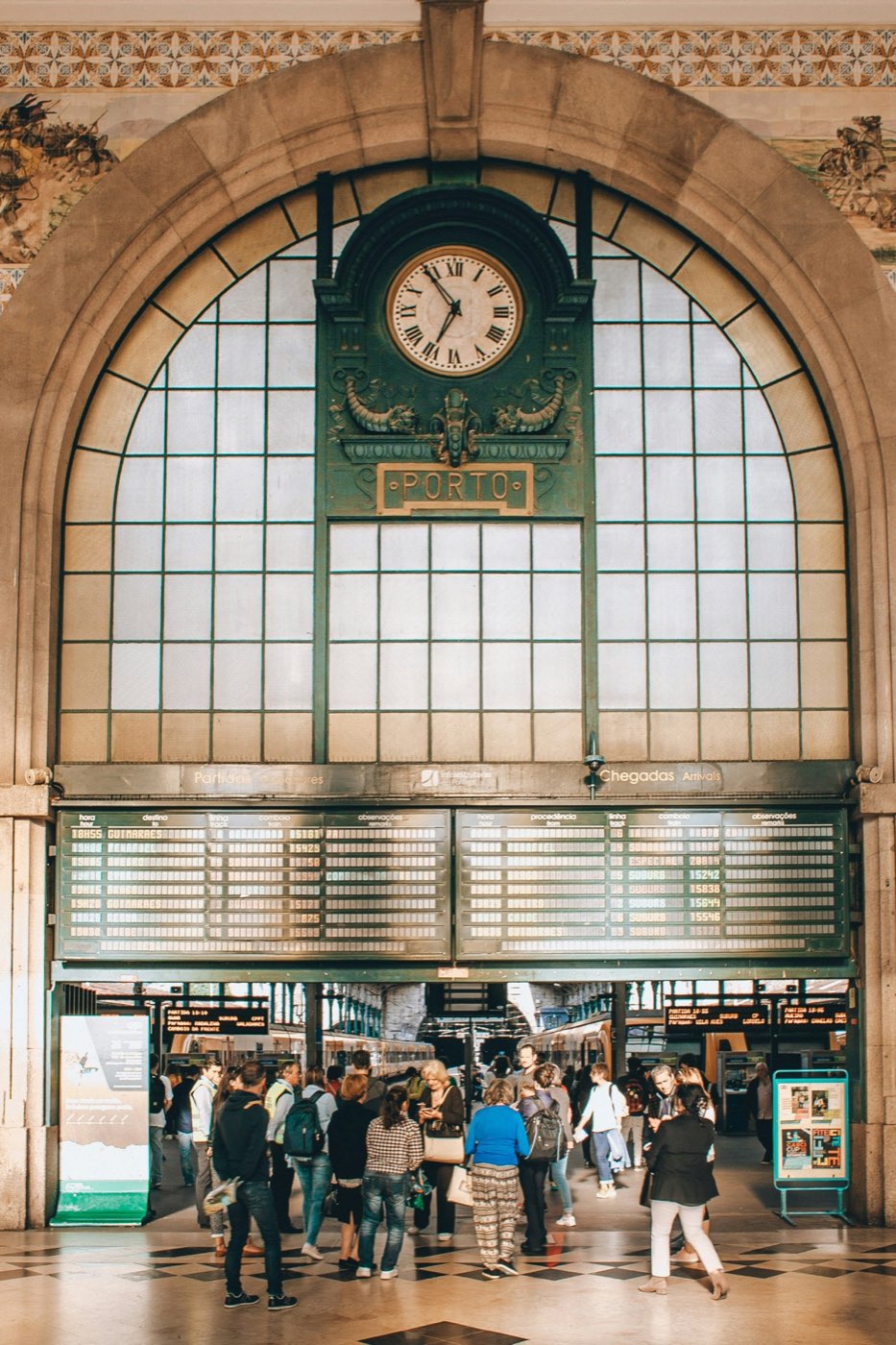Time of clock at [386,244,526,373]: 6:54
